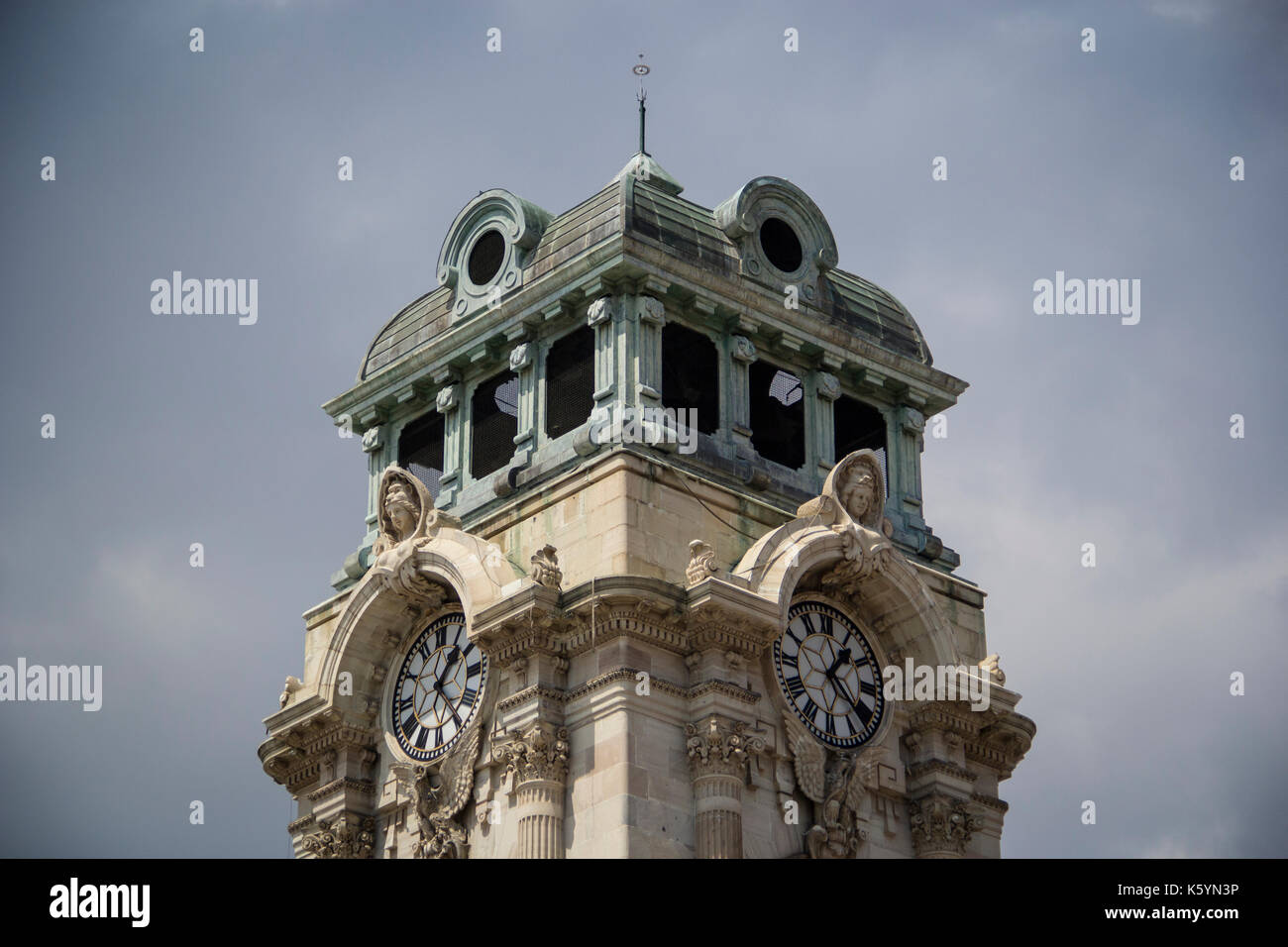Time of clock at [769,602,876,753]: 1:22
